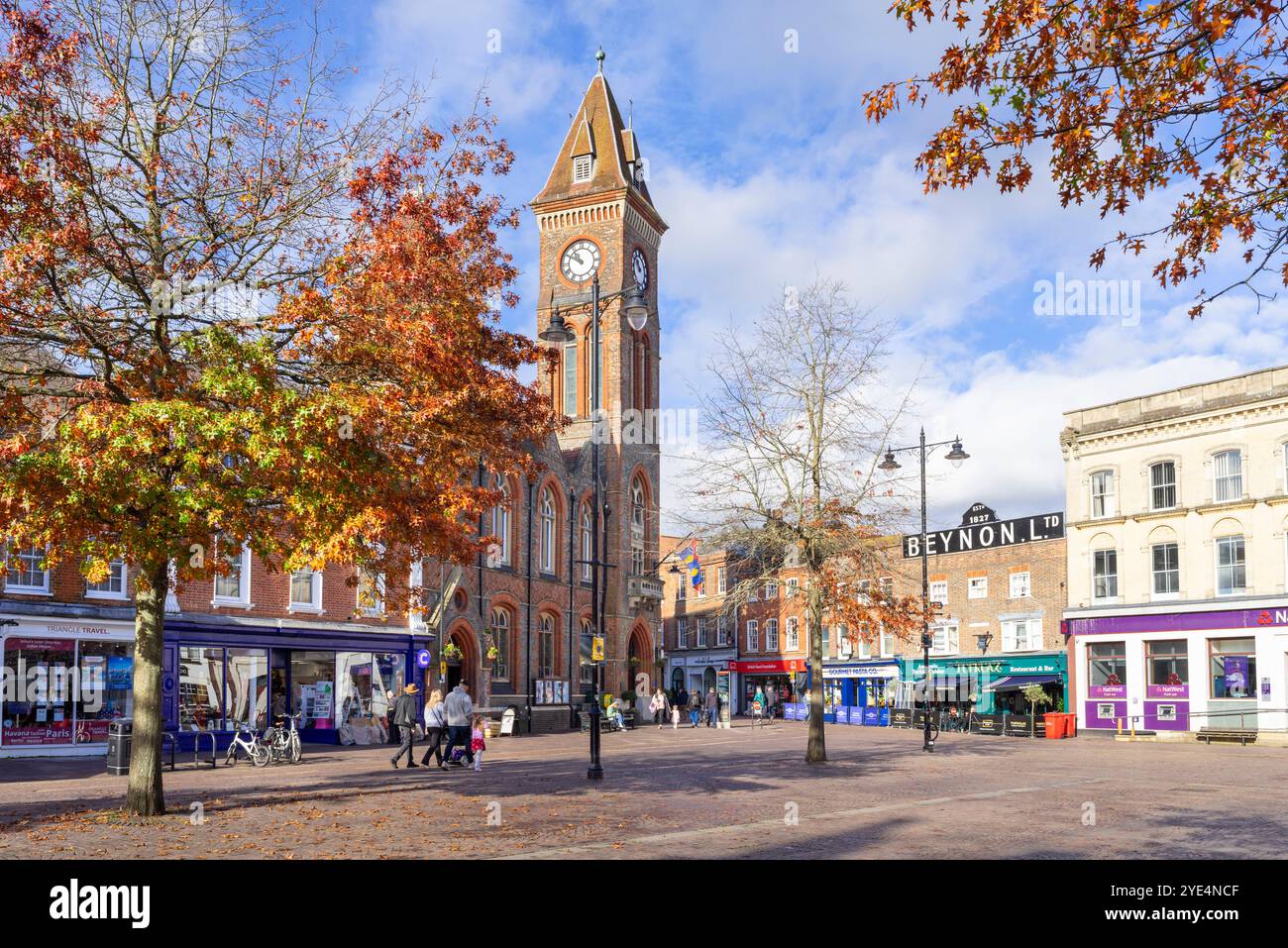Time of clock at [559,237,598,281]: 10:50
